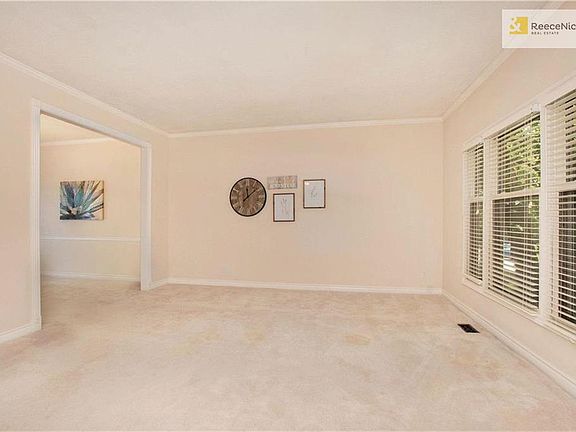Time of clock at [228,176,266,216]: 12:07
